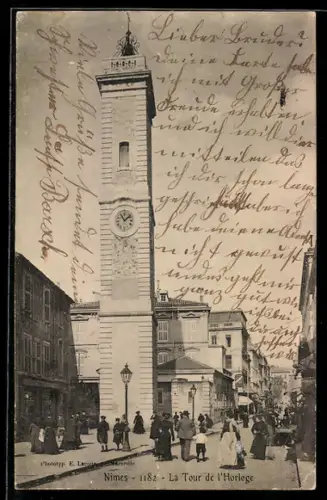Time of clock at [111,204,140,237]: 11:07
